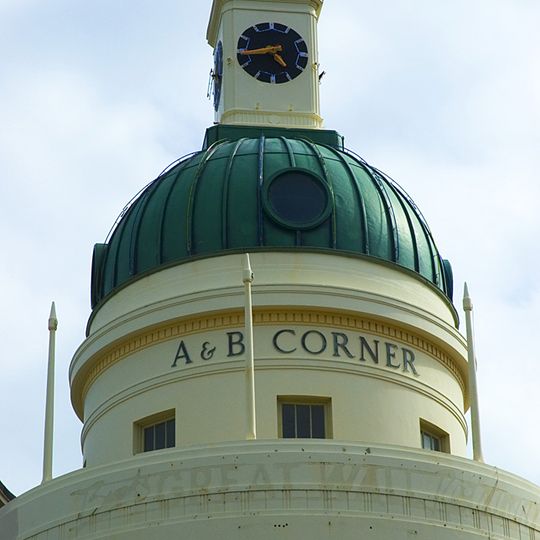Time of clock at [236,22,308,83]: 4:43
